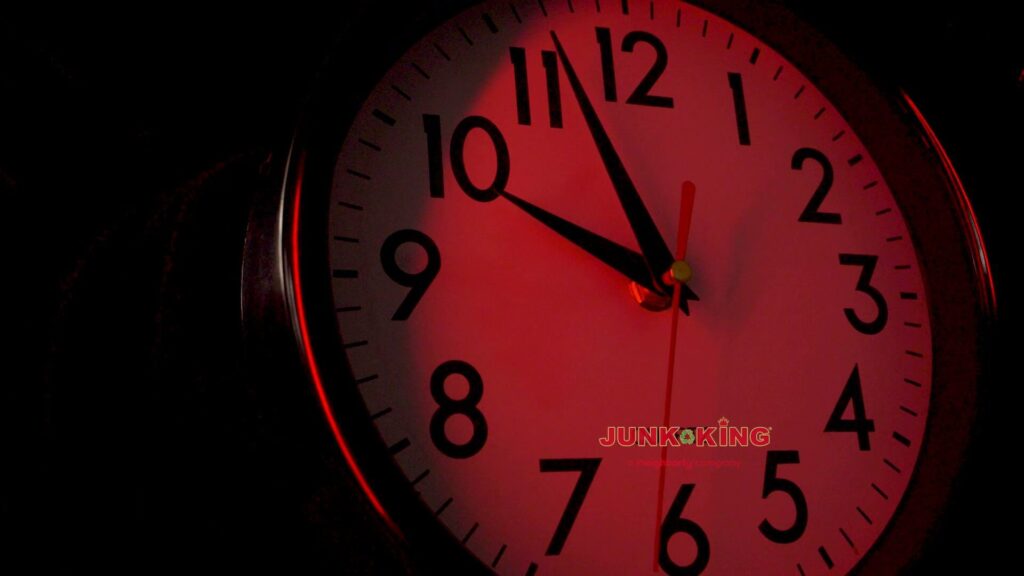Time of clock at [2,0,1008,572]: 9:56
